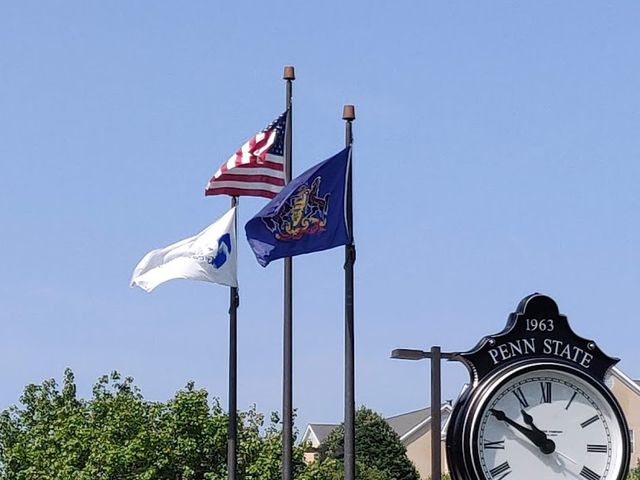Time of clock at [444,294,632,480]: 10:50
